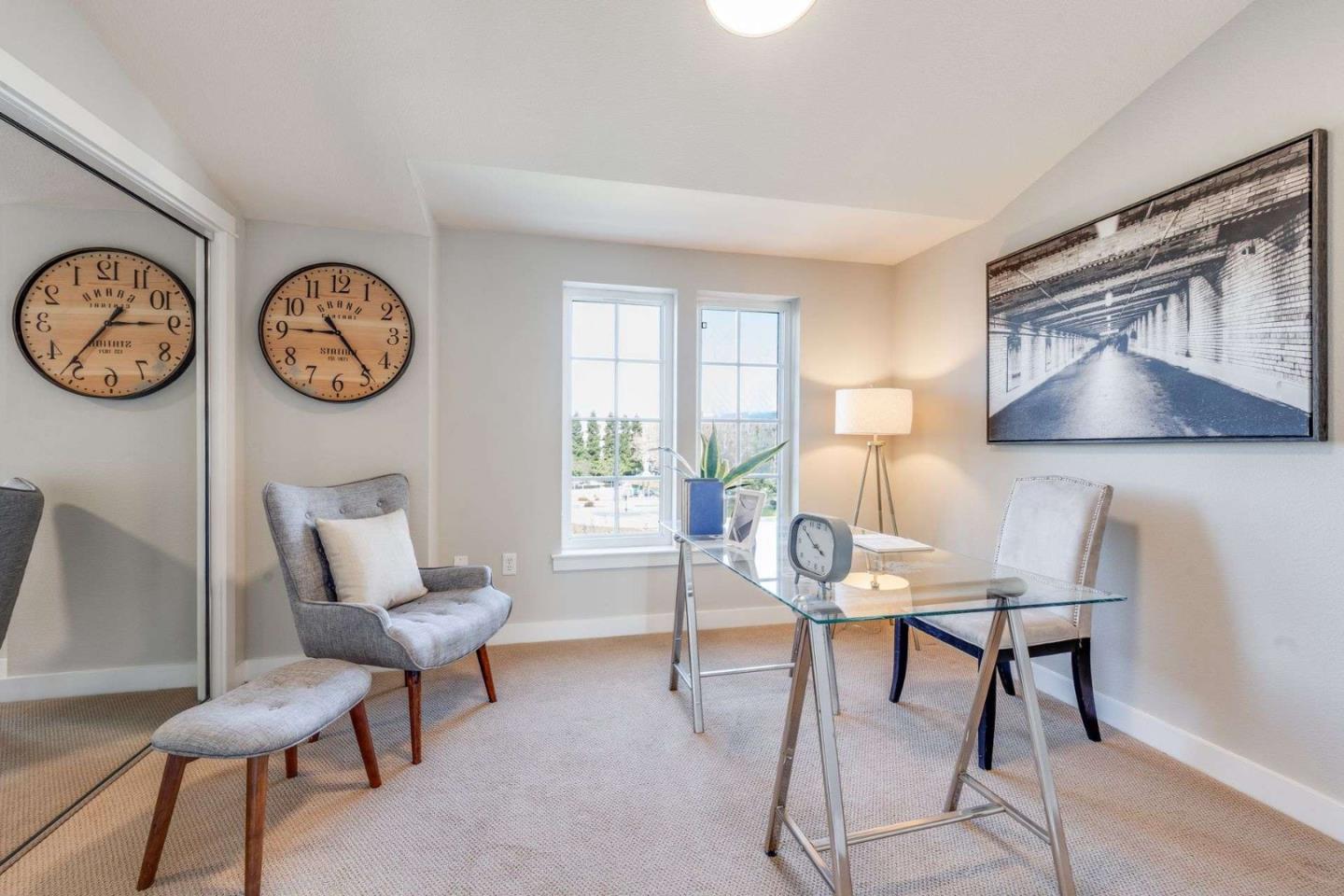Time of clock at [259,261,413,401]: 4:45
